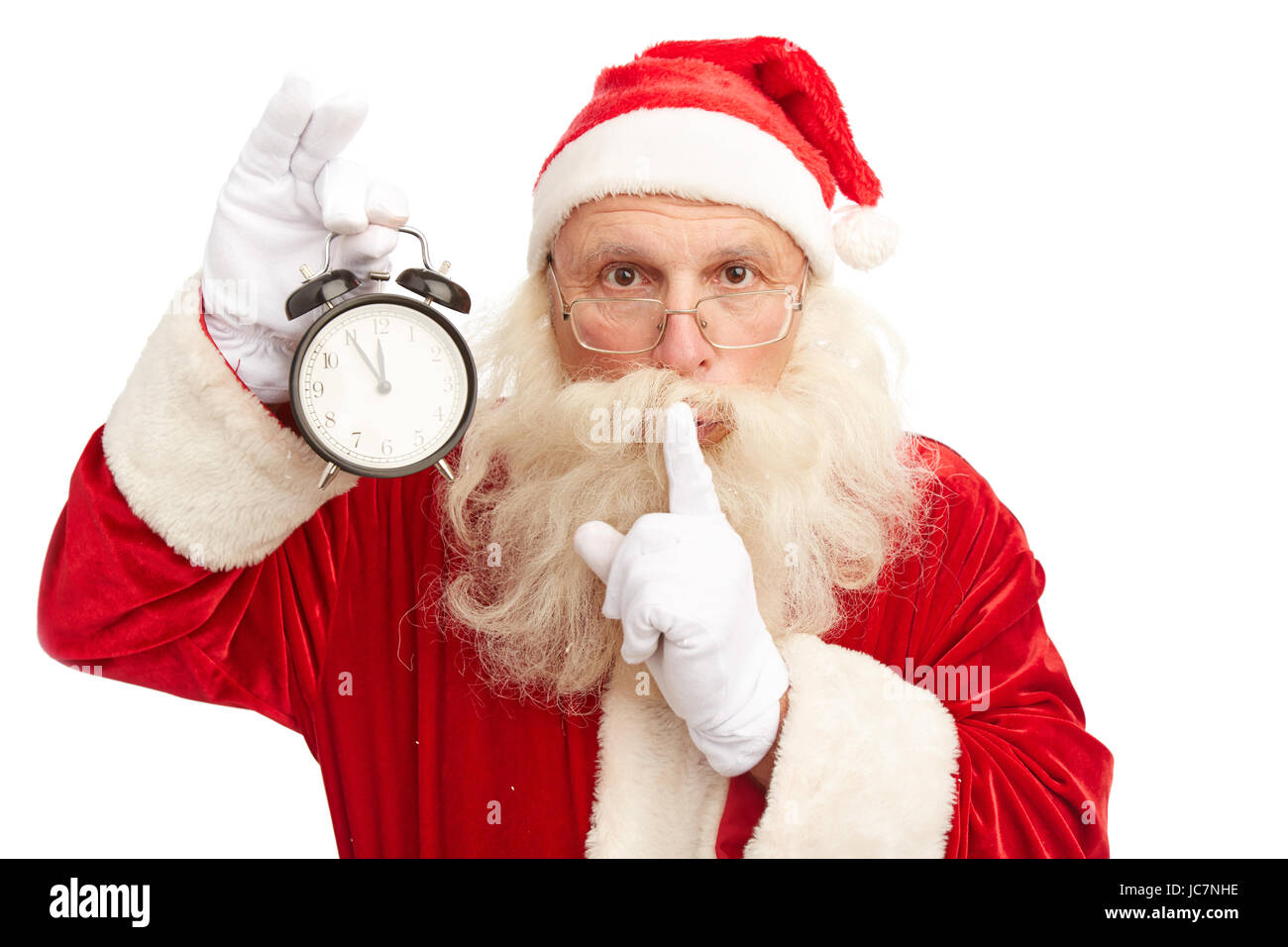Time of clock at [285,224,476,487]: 11:54
